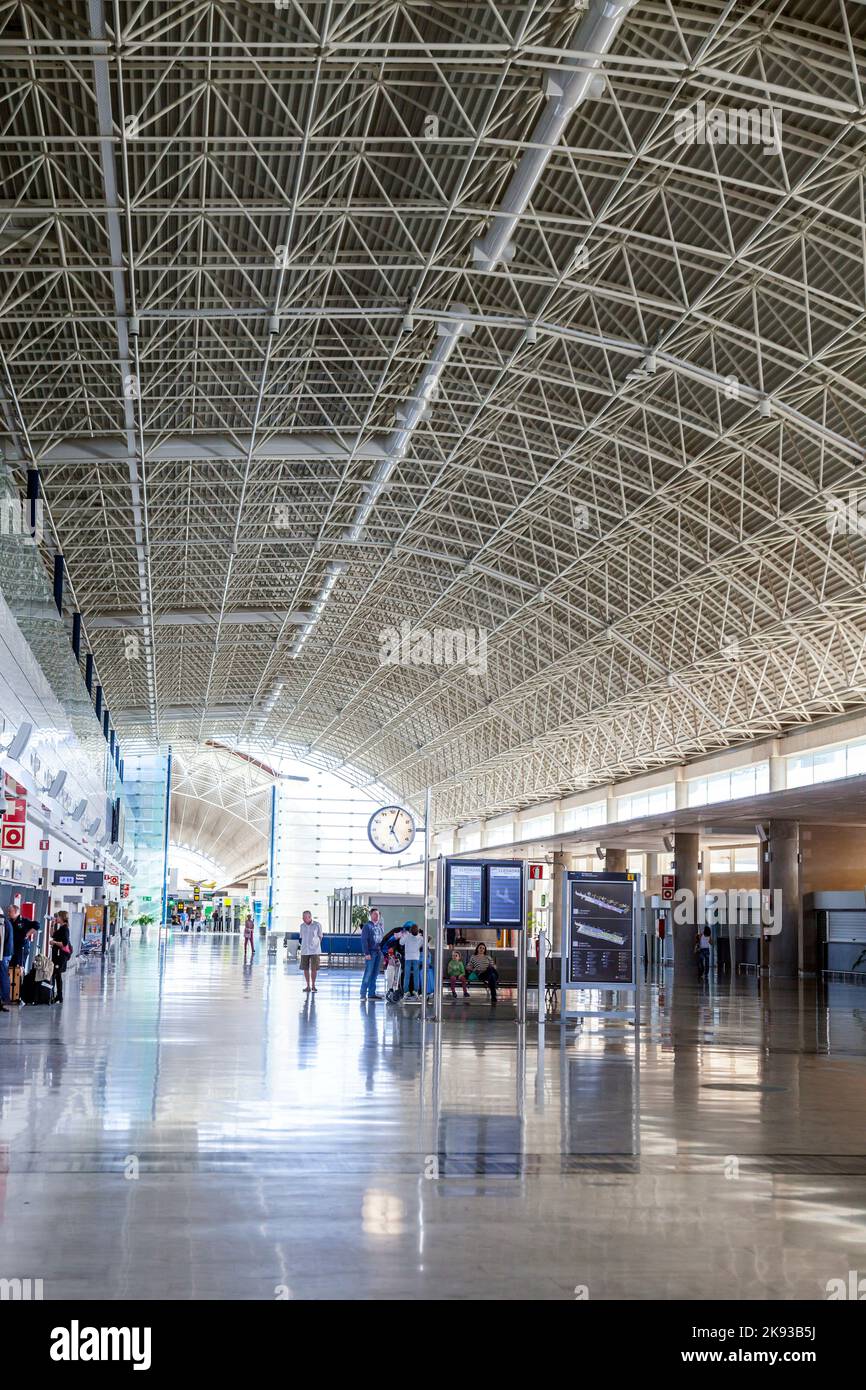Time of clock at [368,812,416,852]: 5:03
